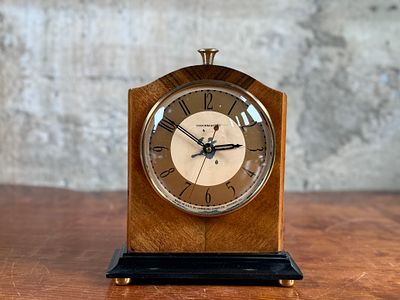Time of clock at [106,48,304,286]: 2:50
